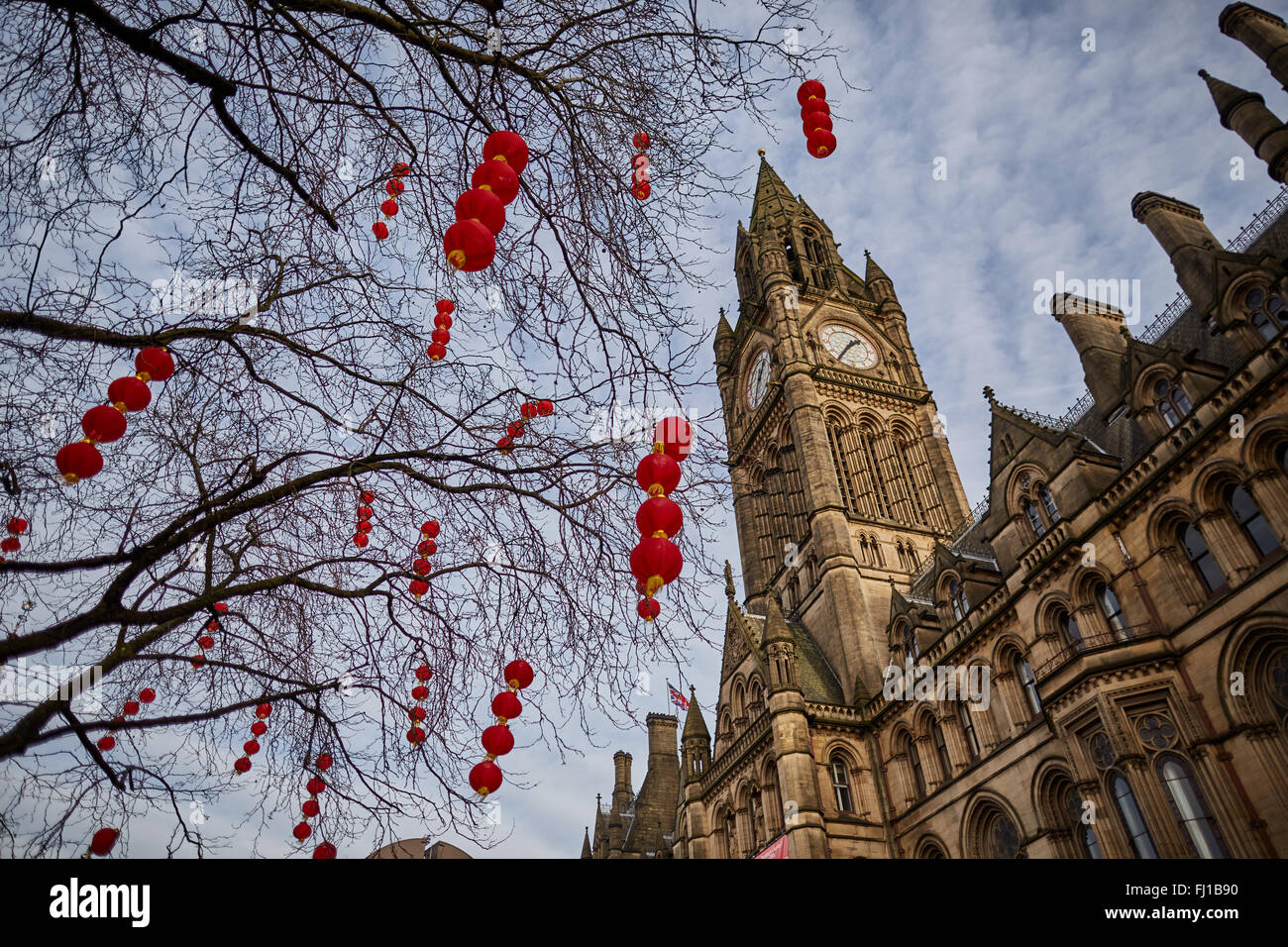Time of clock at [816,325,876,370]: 1:36
